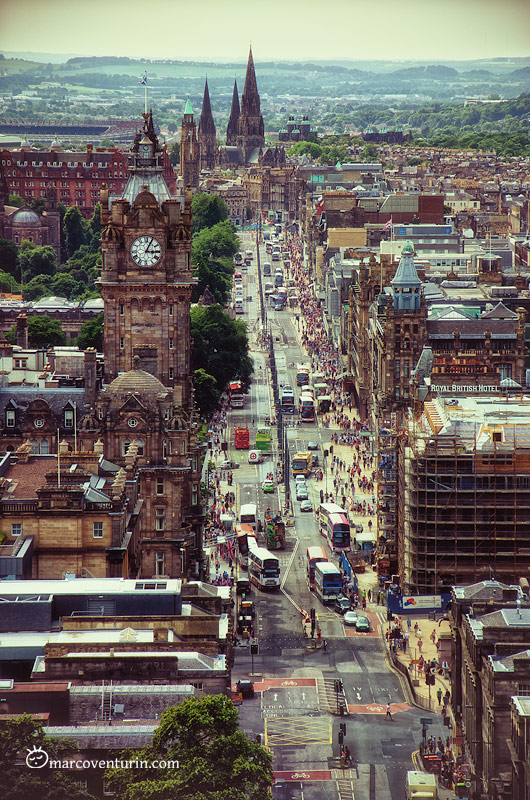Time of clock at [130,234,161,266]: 3:04
